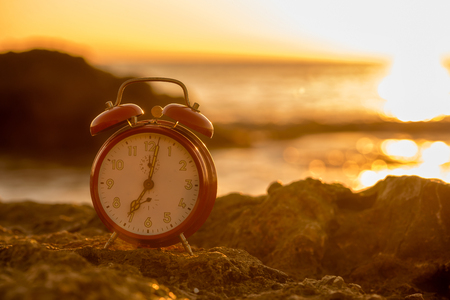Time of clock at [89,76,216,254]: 7:02
